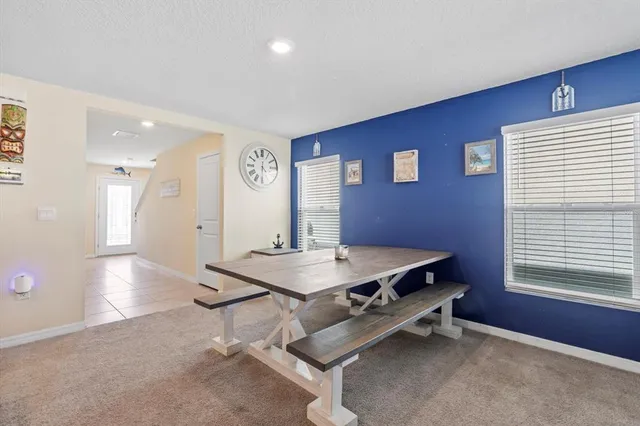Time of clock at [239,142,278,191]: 4:30
